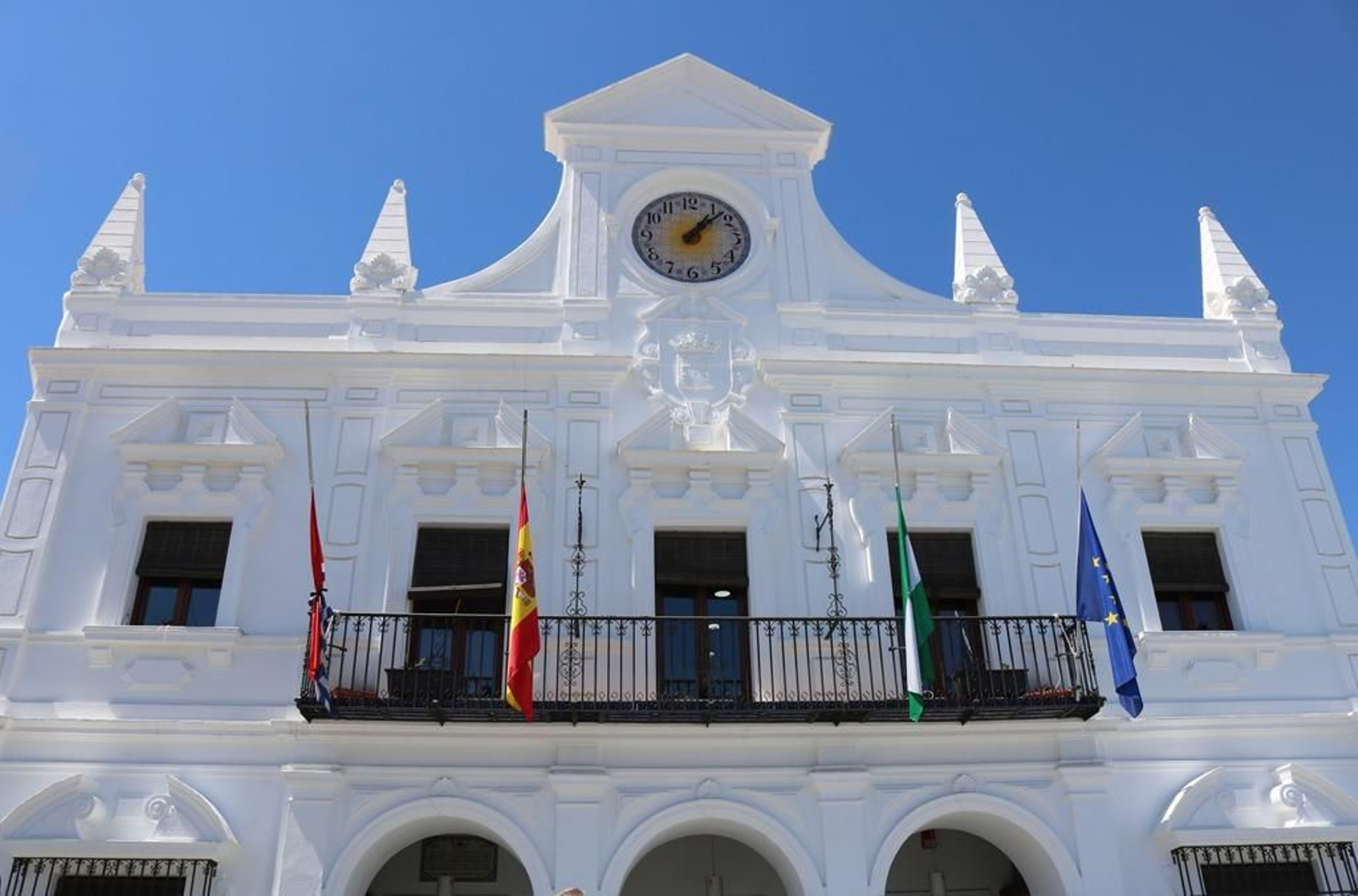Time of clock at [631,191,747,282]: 1:07
